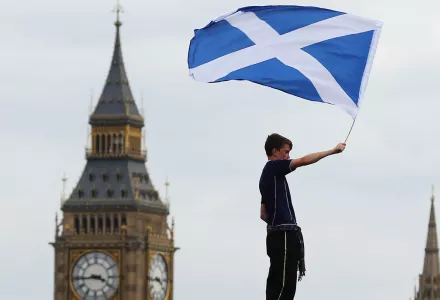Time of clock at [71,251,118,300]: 3:44
